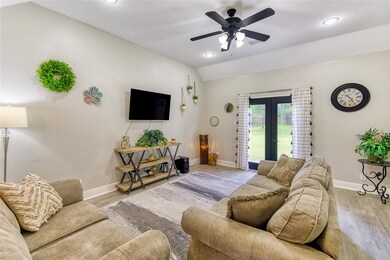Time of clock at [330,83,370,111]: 10:24
